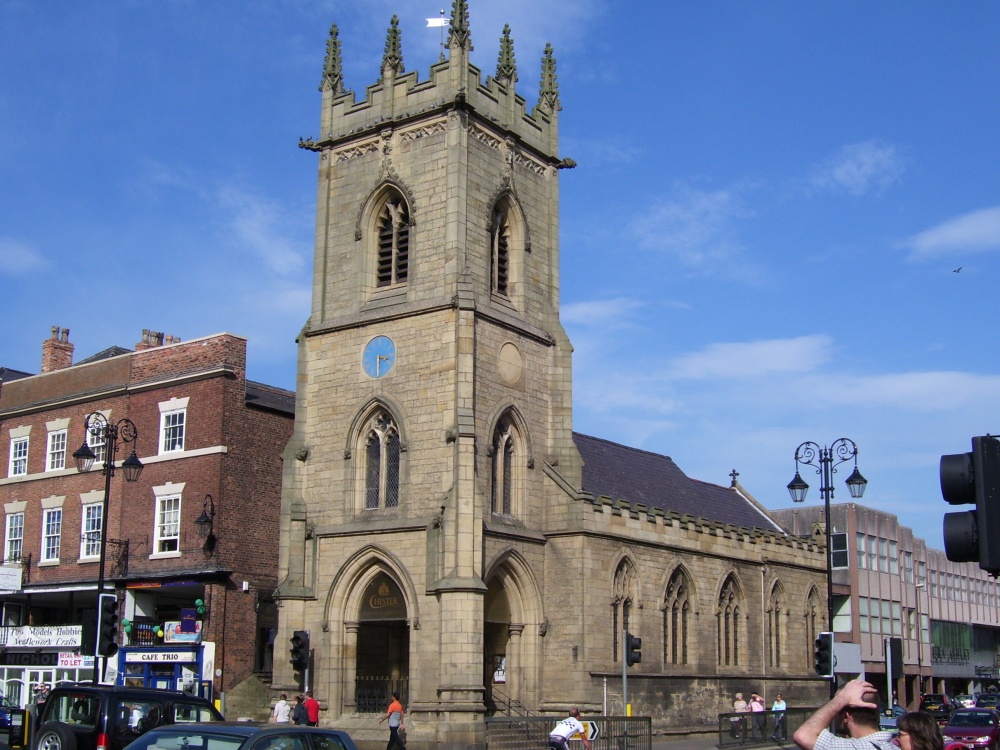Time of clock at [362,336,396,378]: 3:29
